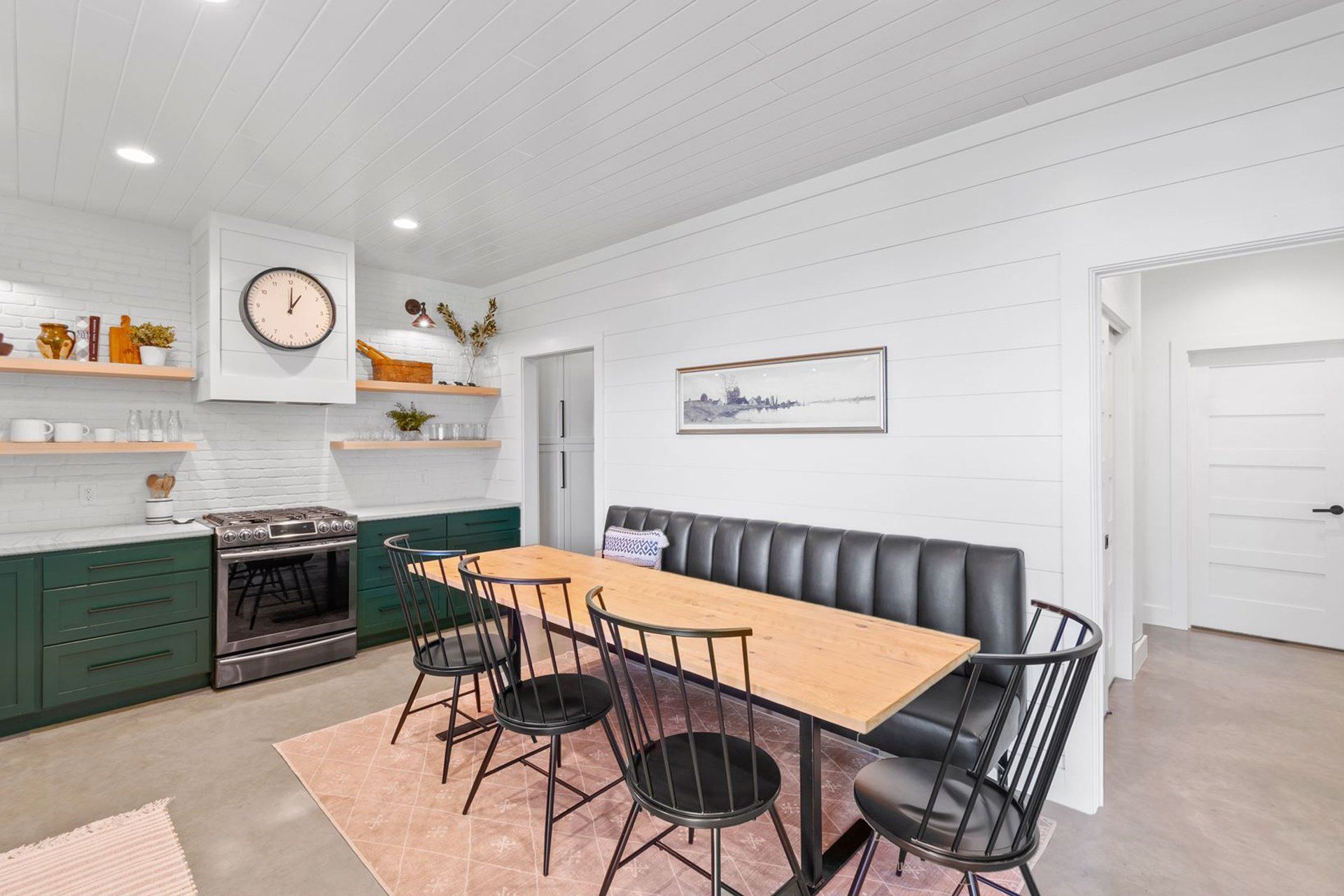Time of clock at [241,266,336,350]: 1:00
